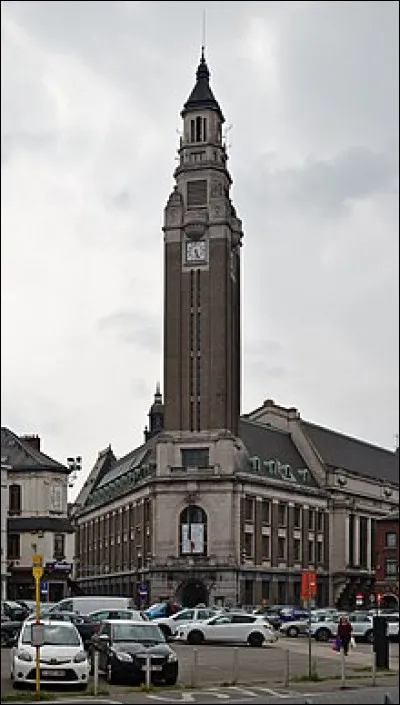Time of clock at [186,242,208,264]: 5:26
